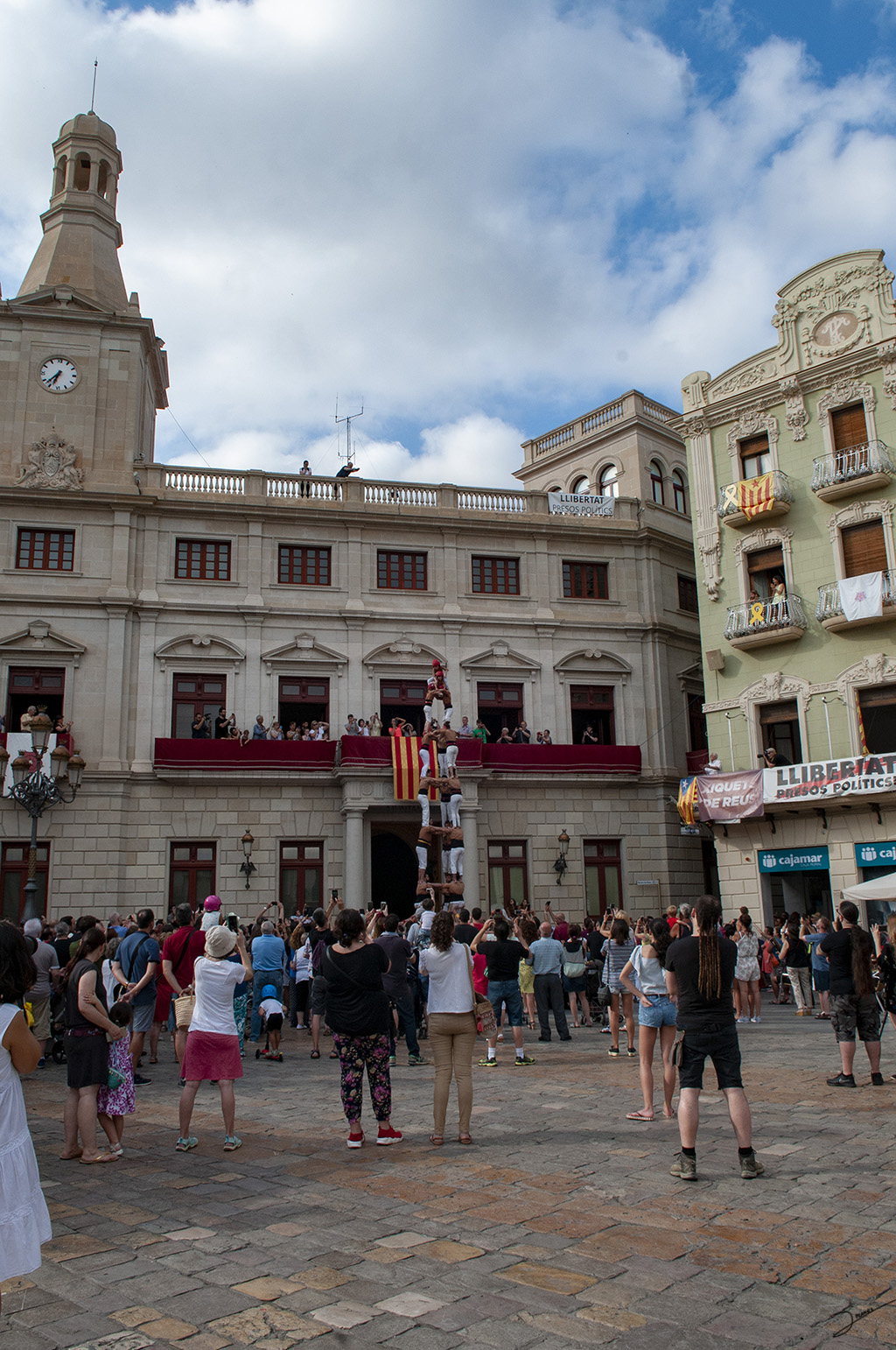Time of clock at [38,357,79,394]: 6:37
